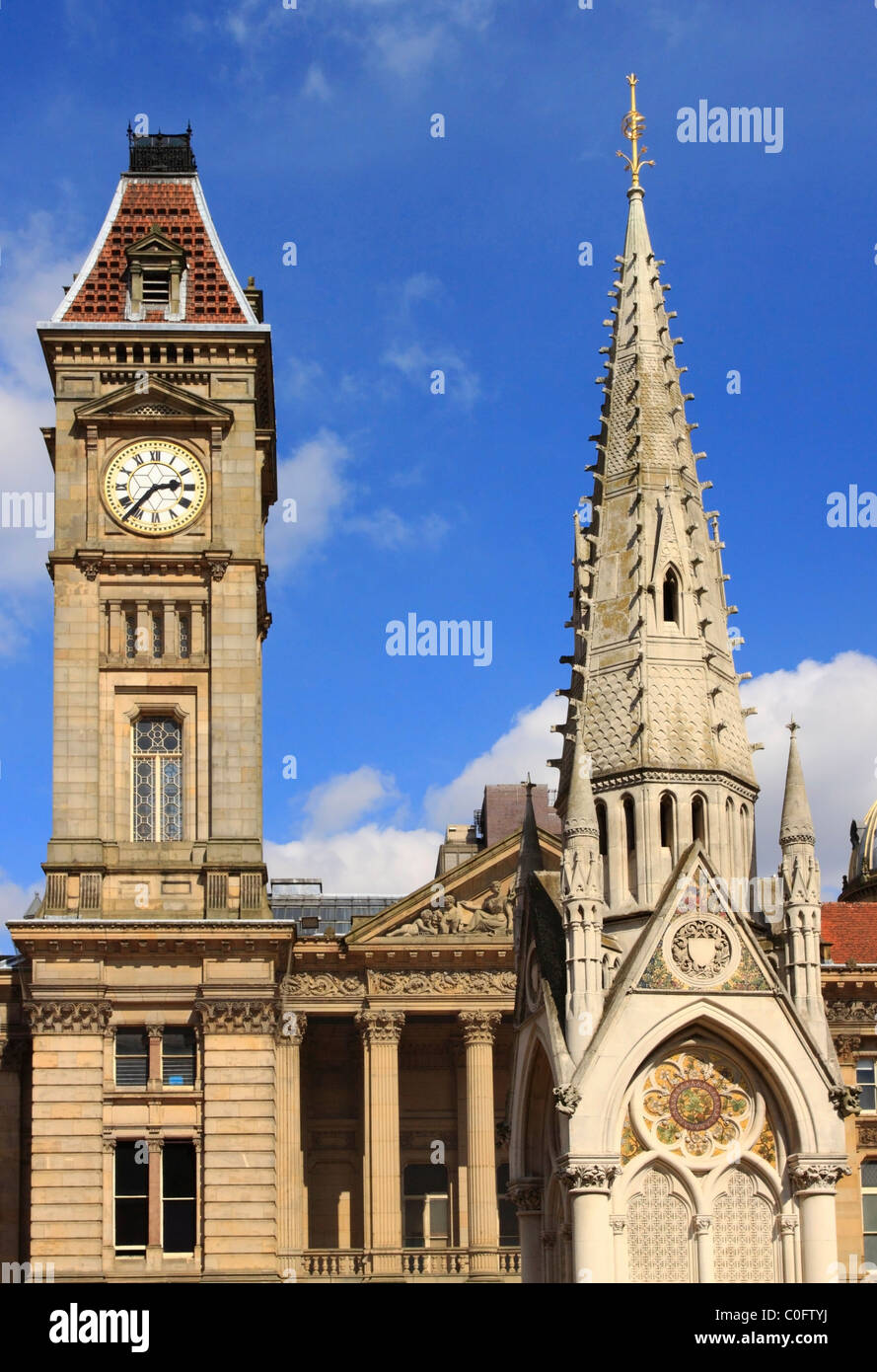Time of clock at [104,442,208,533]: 2:36
